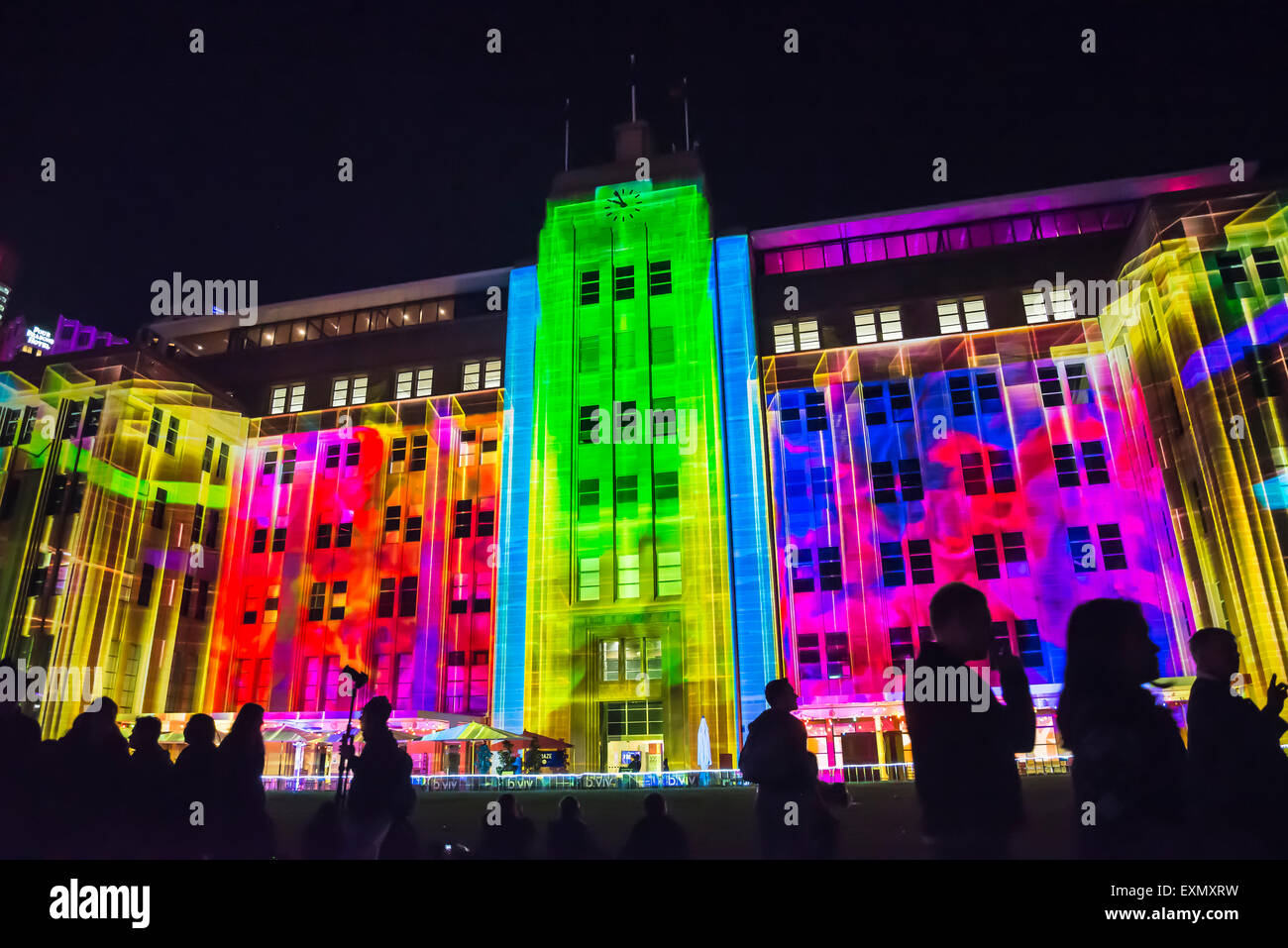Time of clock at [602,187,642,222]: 9:56
